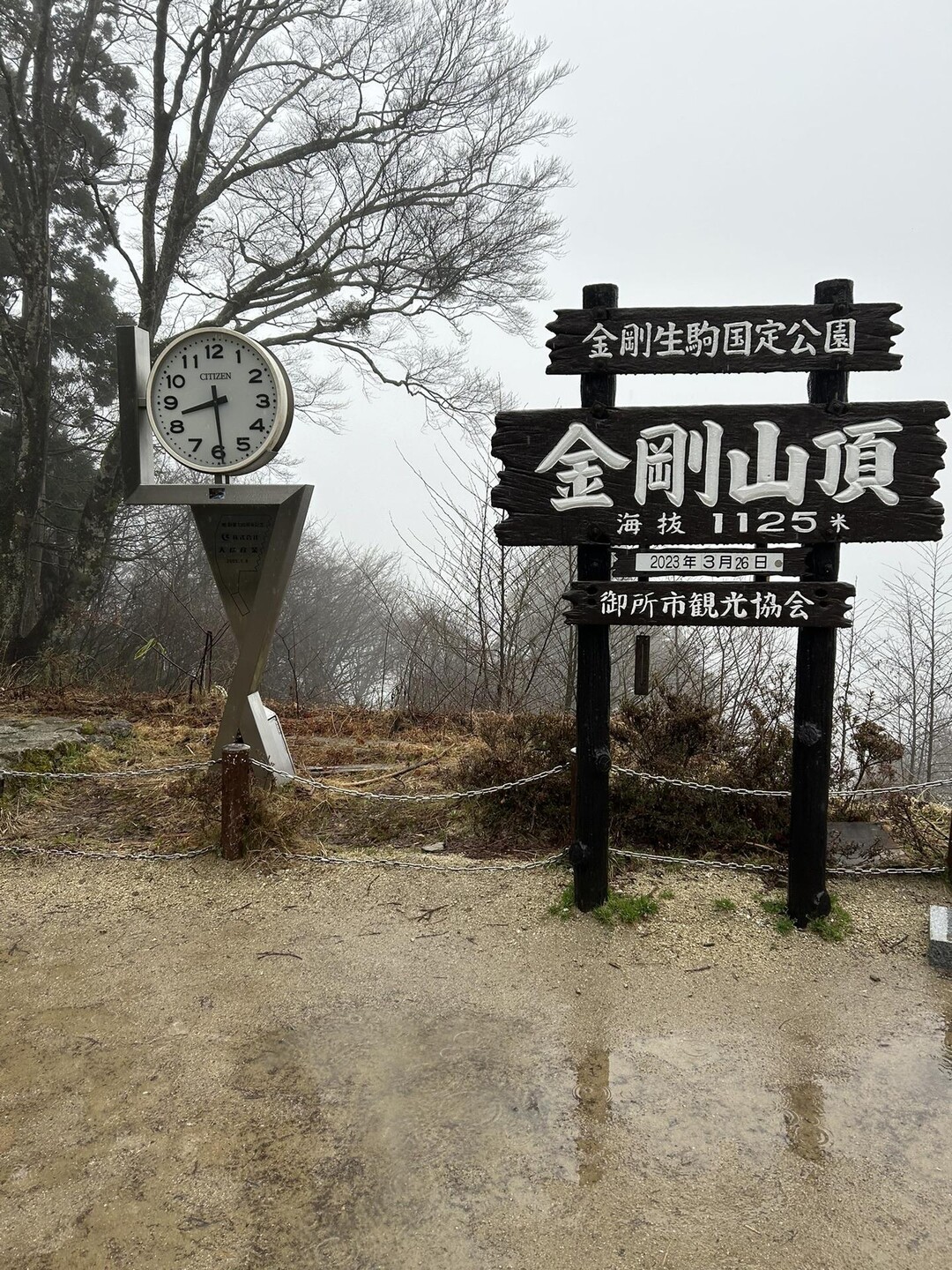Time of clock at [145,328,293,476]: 8:29
